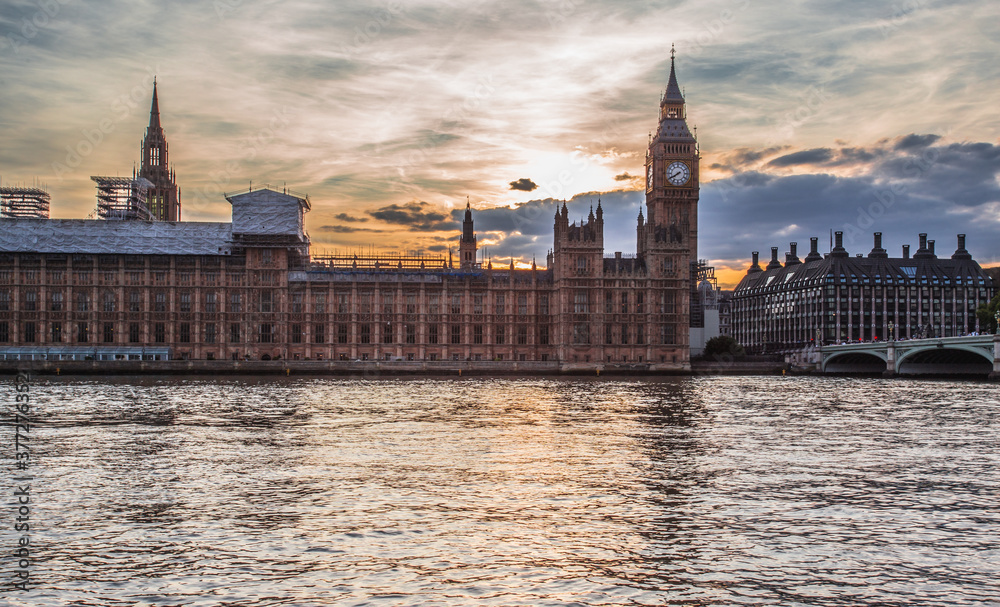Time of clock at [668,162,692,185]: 7:40
